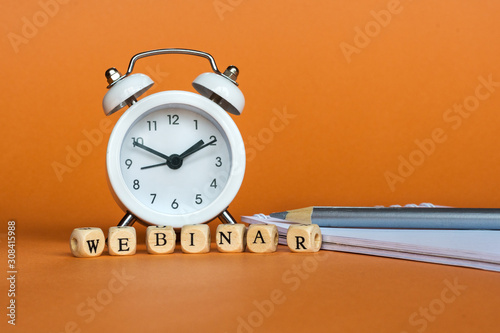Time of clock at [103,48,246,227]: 1:50
